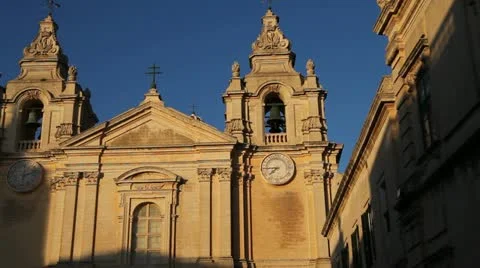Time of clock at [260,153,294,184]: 7:44
